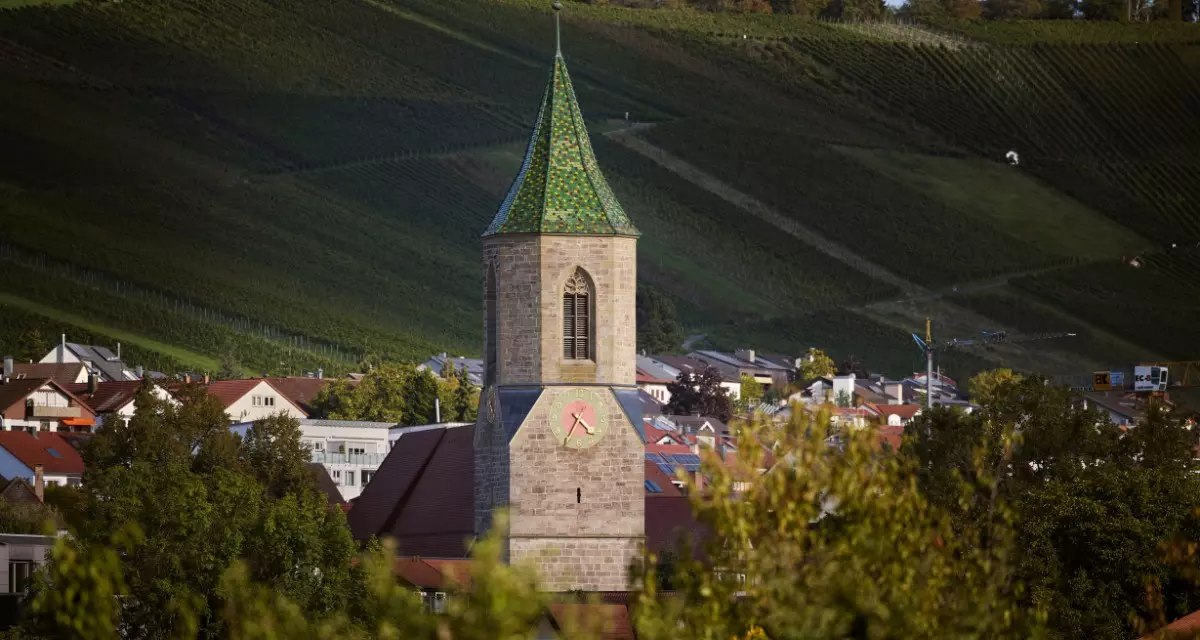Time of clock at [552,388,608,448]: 4:35
